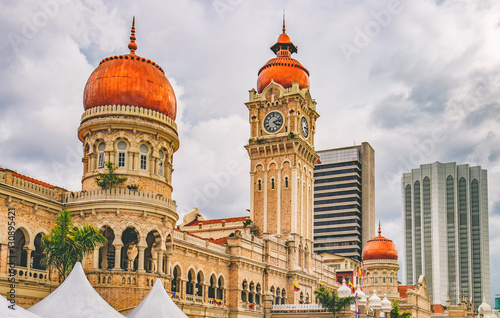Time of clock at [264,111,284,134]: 4:12
